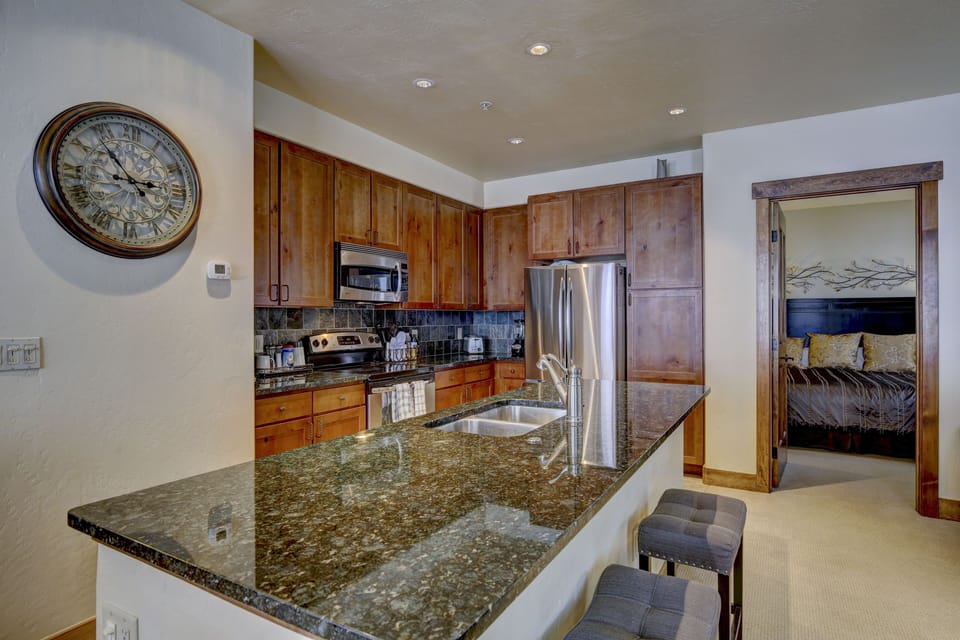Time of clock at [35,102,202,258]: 2:53
